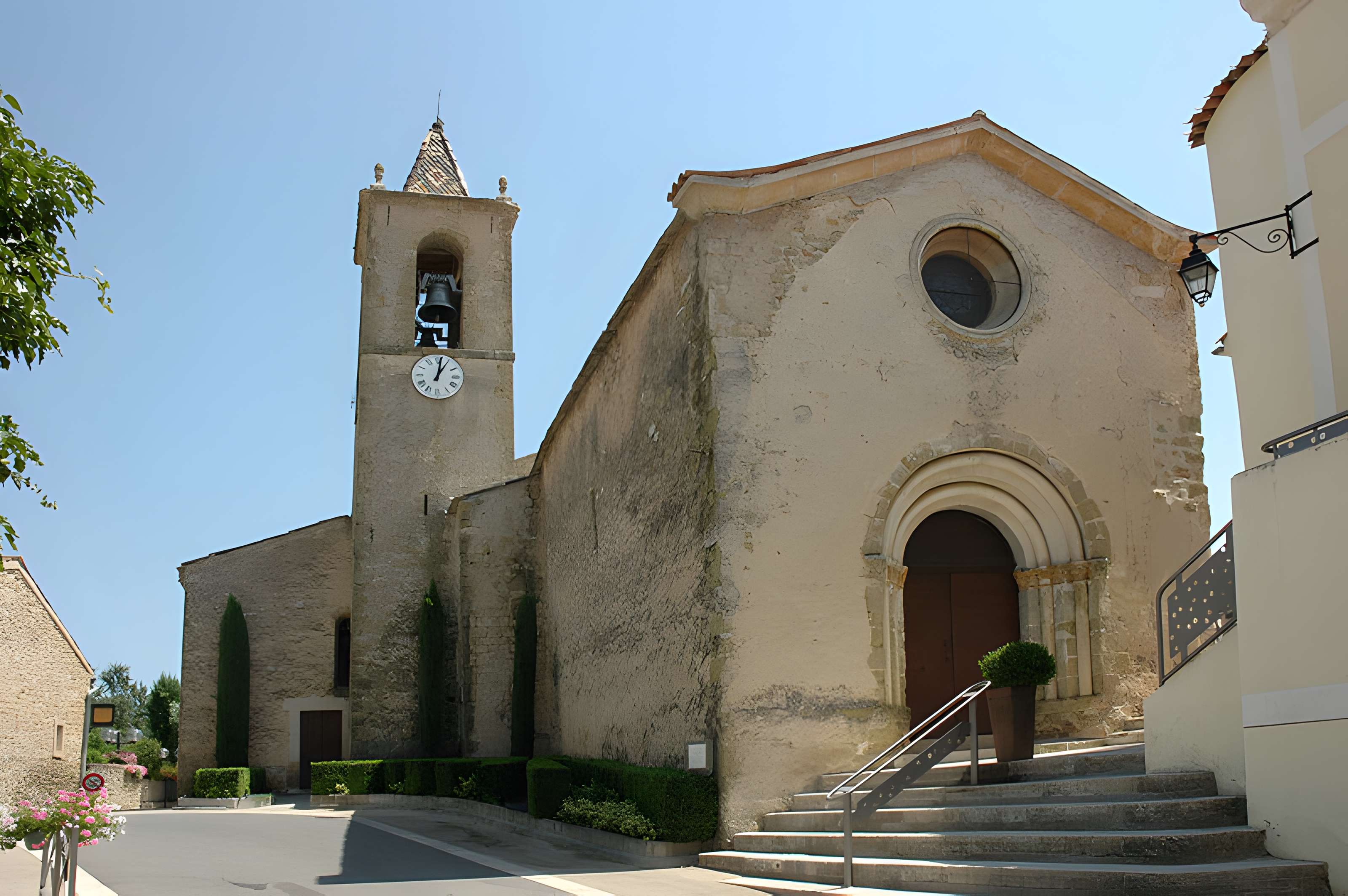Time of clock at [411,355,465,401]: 1:01
